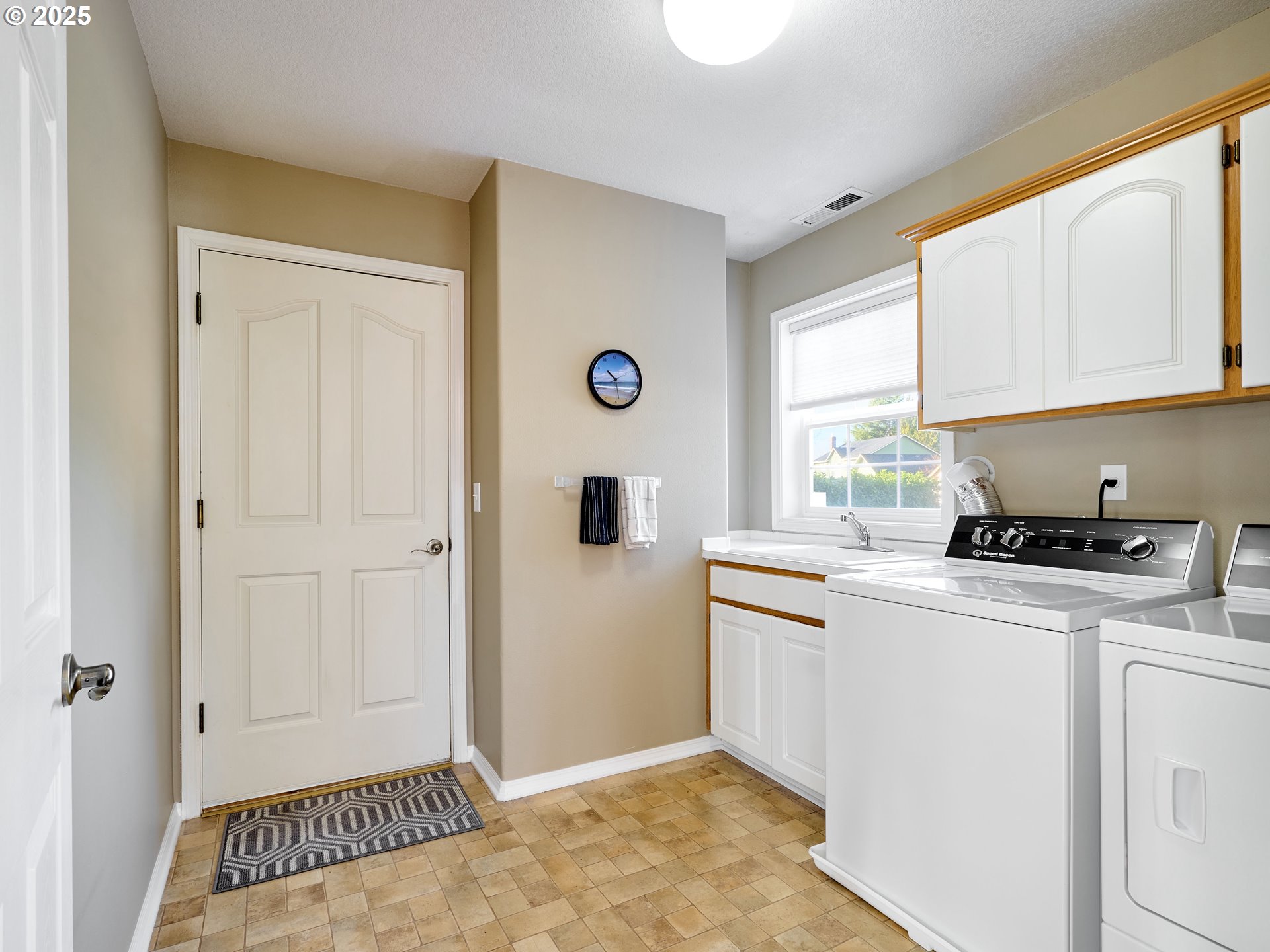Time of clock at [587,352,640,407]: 10:28
